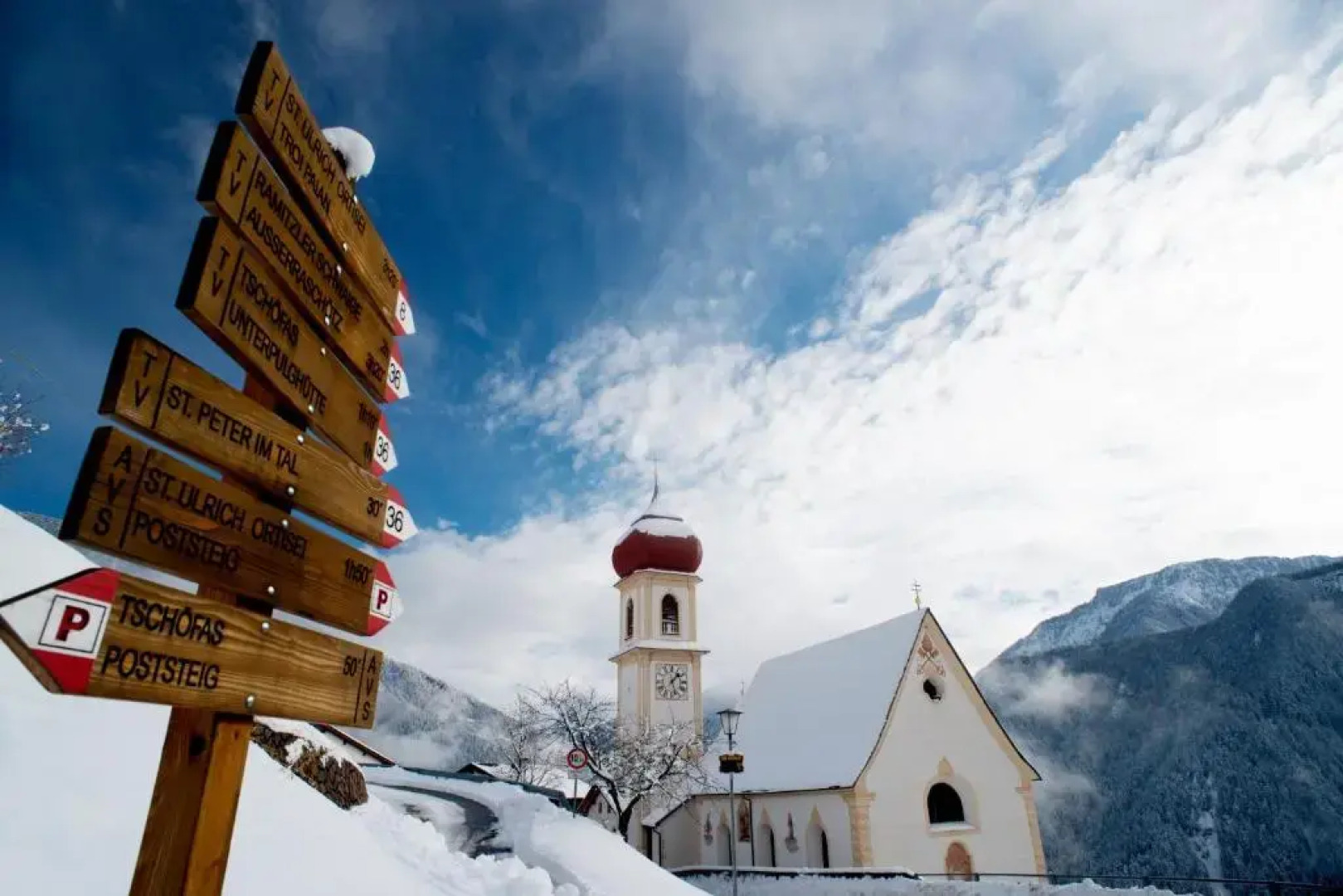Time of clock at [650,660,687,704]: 1:27
